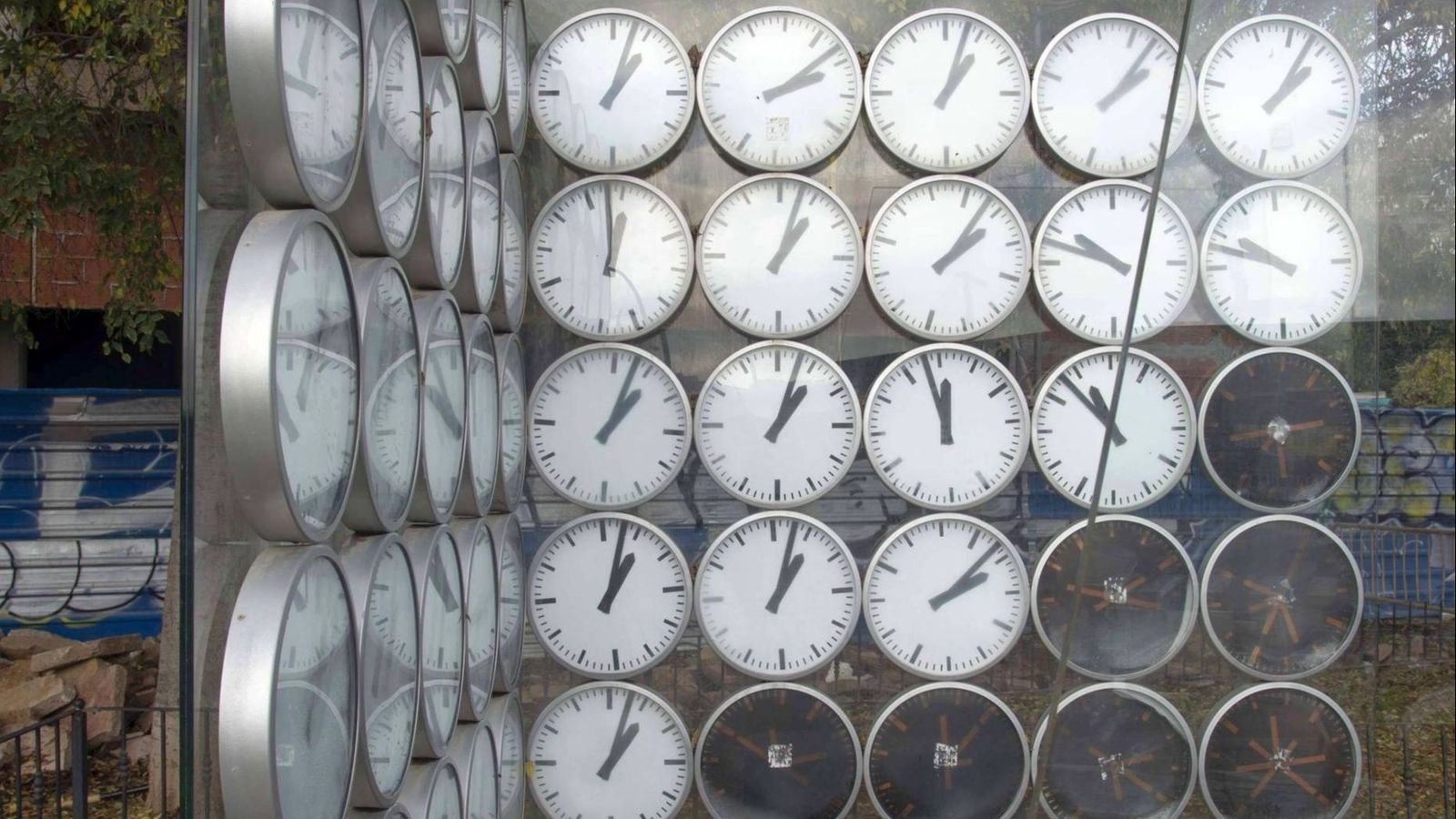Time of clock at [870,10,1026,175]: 1:03
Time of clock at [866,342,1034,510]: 11:57
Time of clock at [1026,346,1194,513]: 10:32
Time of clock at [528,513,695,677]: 1:02
